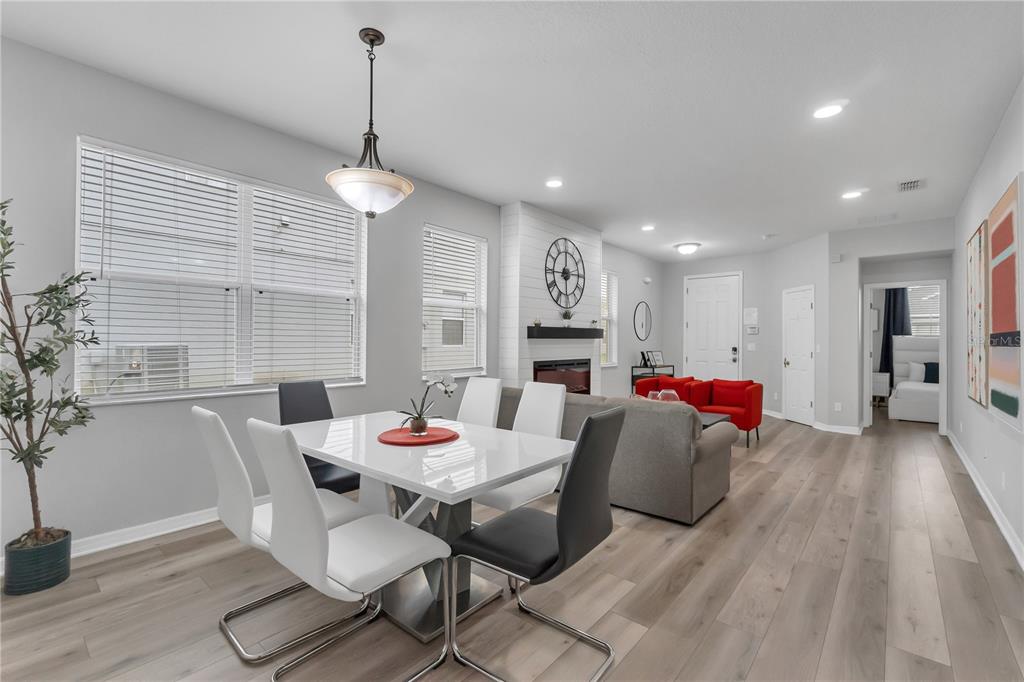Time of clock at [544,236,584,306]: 12:14
